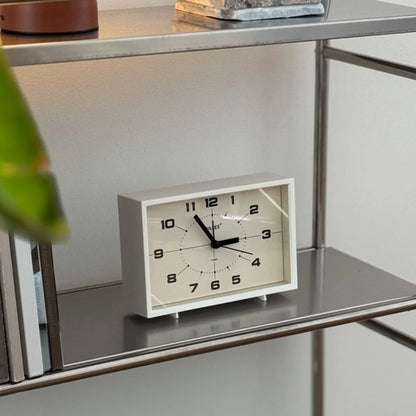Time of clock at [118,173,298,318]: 2:55
